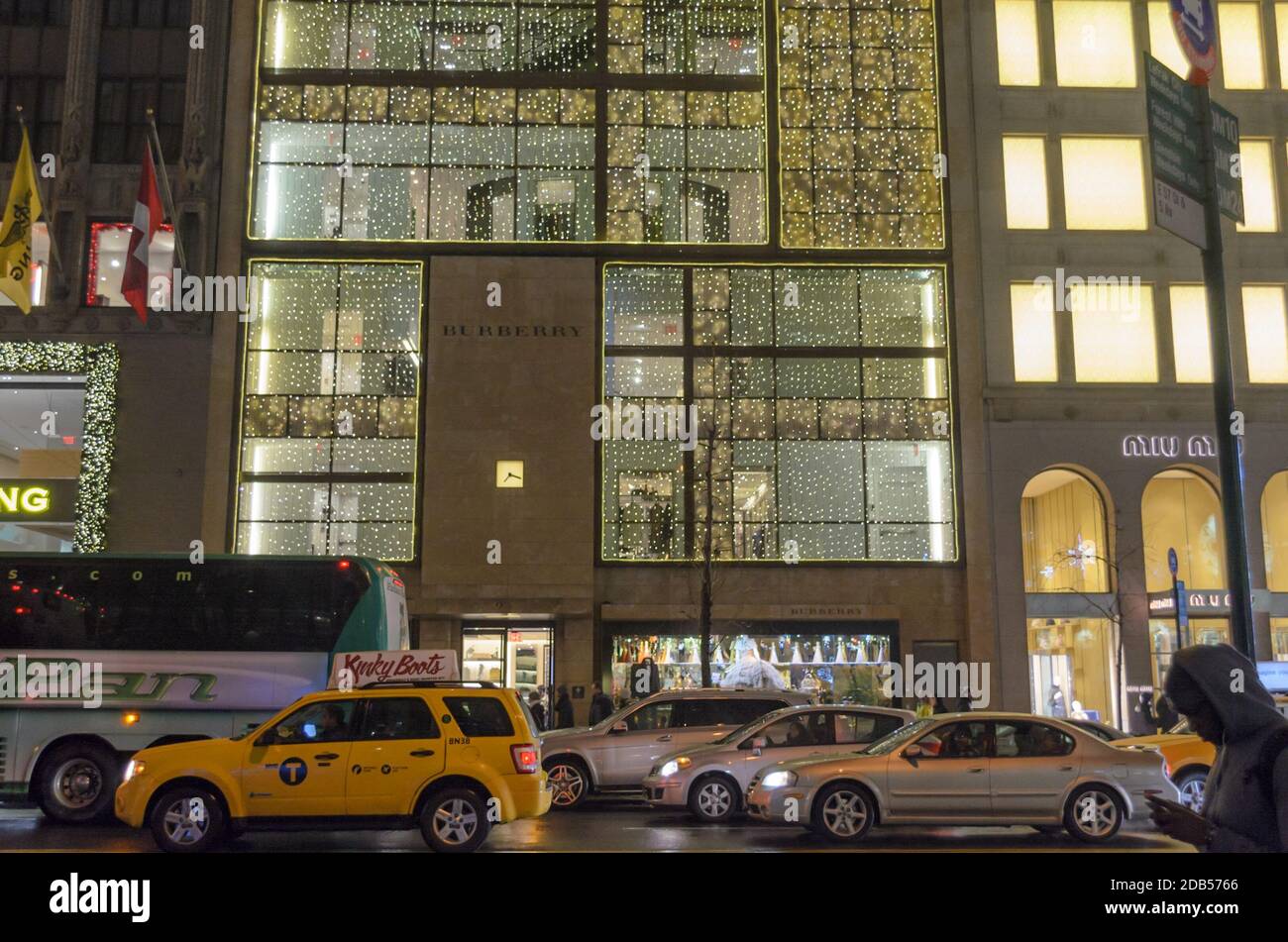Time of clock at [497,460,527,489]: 7:18
